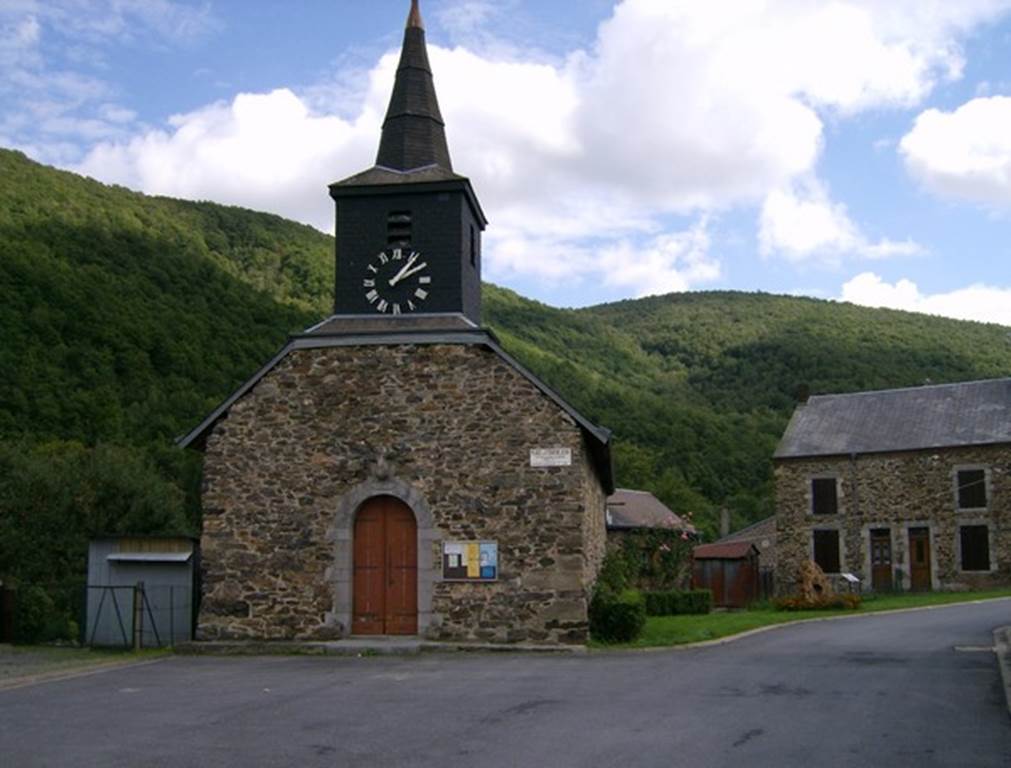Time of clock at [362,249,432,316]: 1:09
